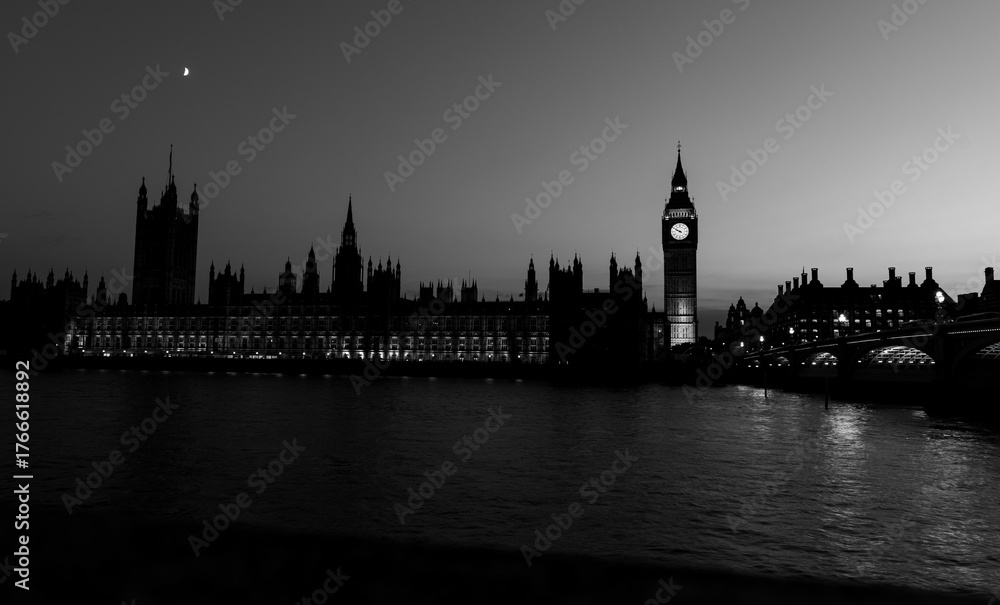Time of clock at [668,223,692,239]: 9:50
